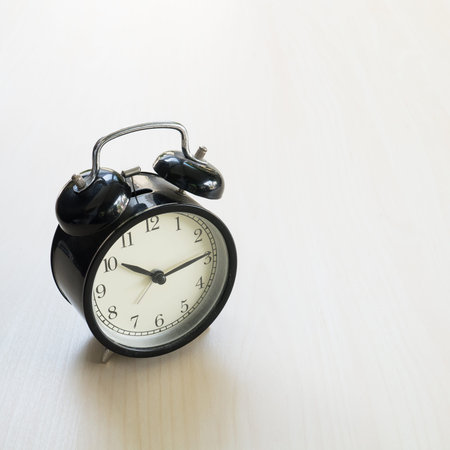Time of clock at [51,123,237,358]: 10:14
